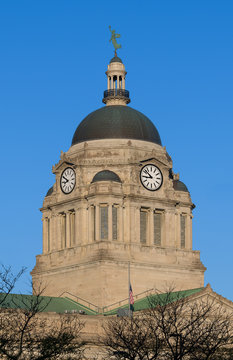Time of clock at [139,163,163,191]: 8:51
